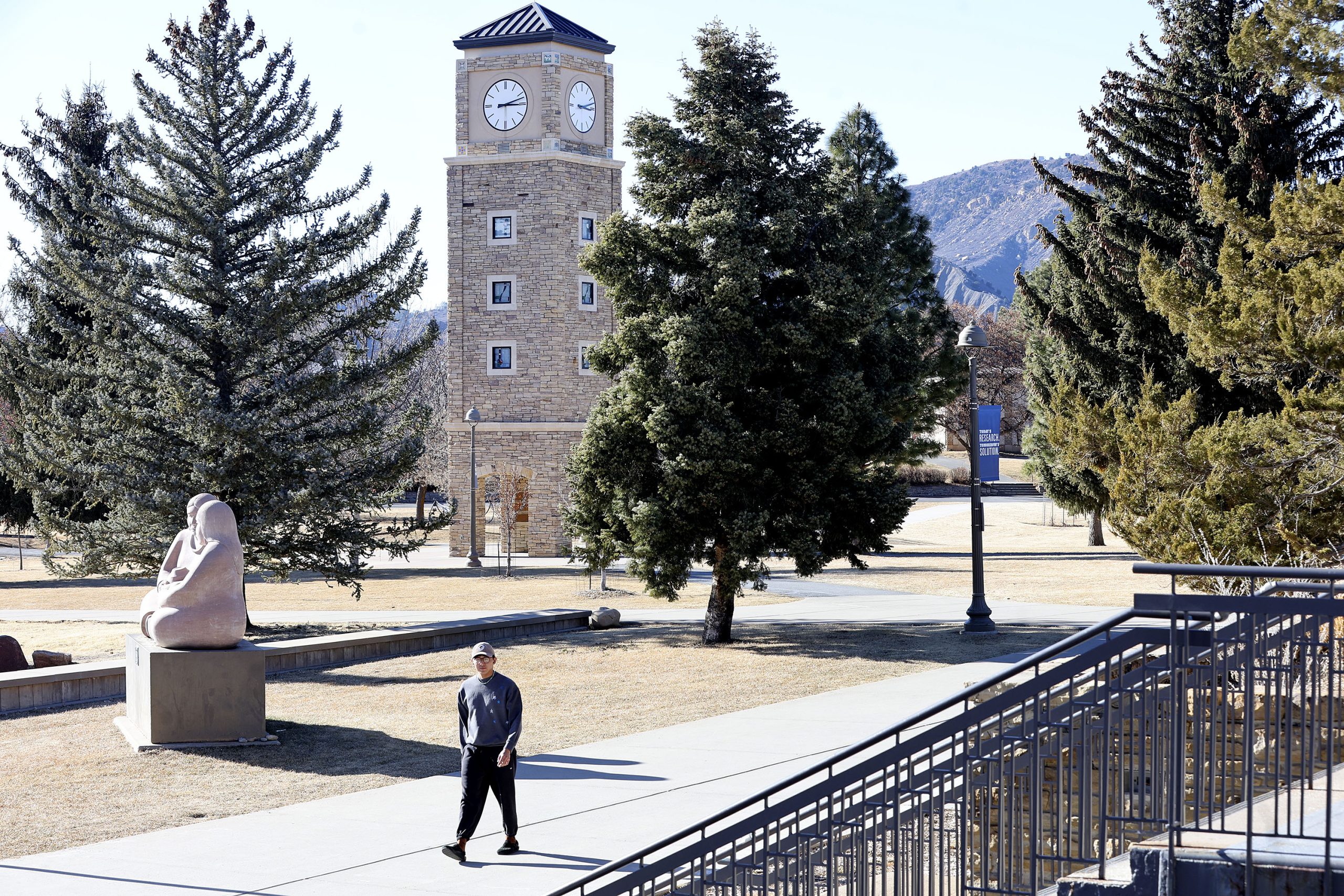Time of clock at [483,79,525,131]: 3:12
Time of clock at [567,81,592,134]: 3:12
